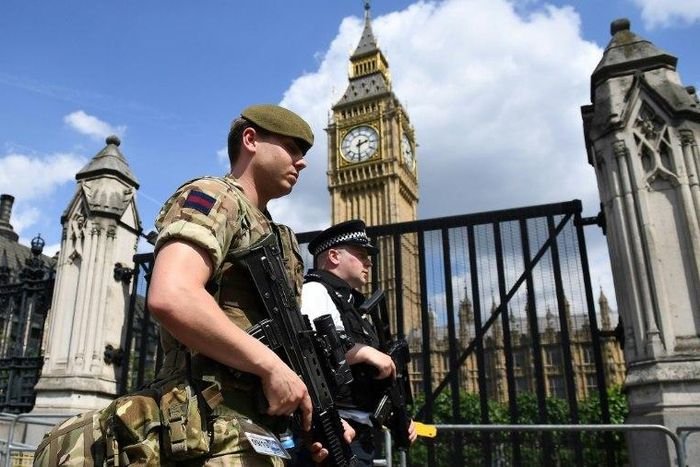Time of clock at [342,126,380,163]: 2:30
